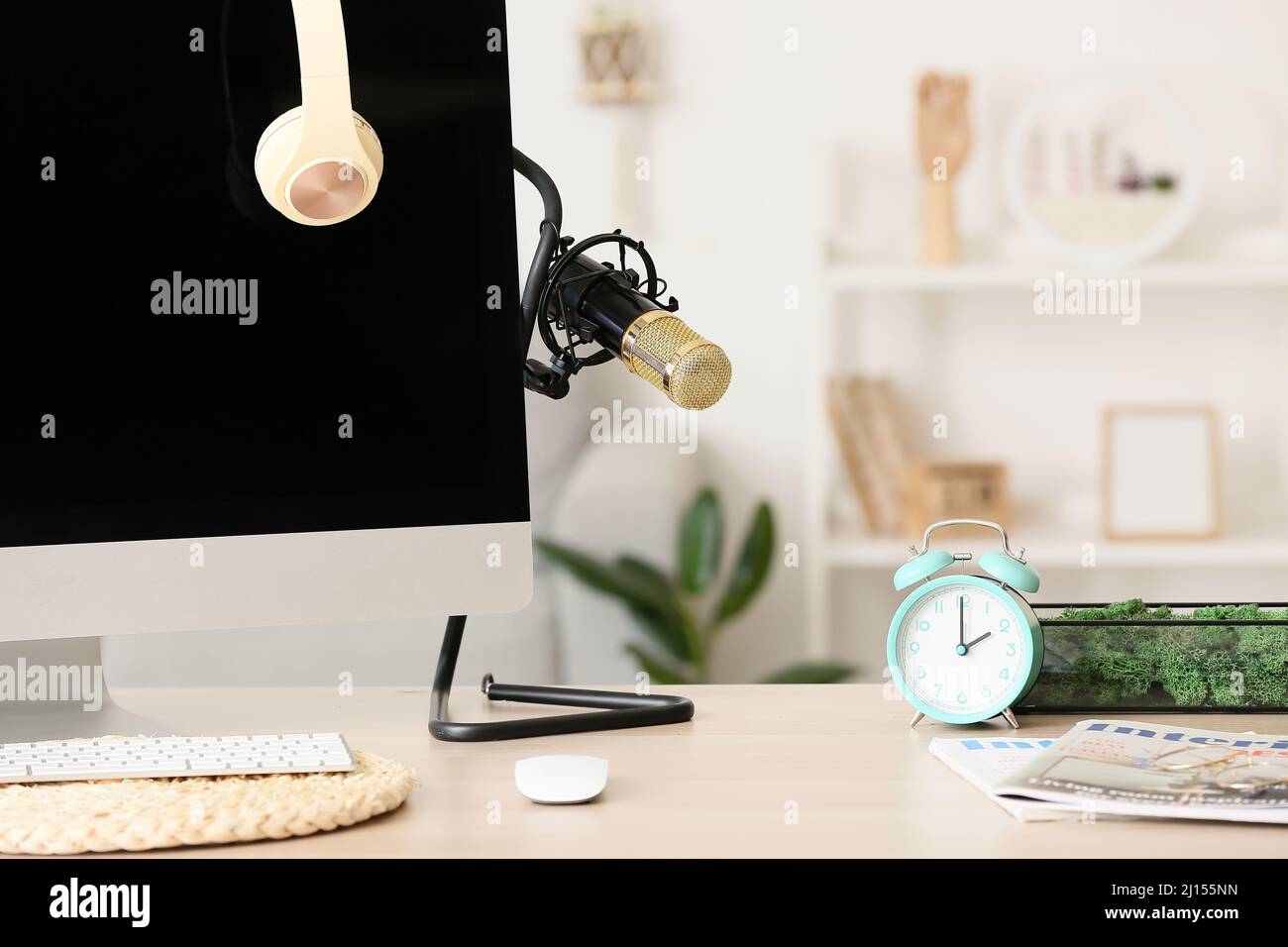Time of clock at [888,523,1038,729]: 1:59
